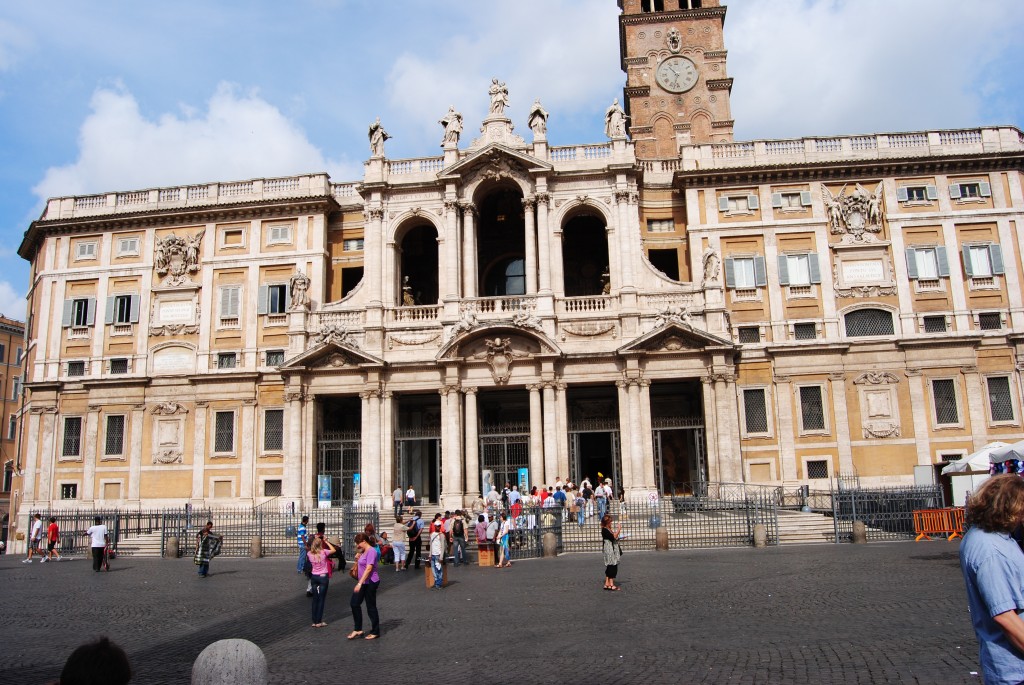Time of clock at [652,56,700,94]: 10:32
